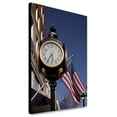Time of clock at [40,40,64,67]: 5:35
